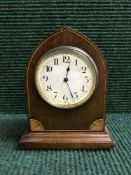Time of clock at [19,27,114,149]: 12:26
